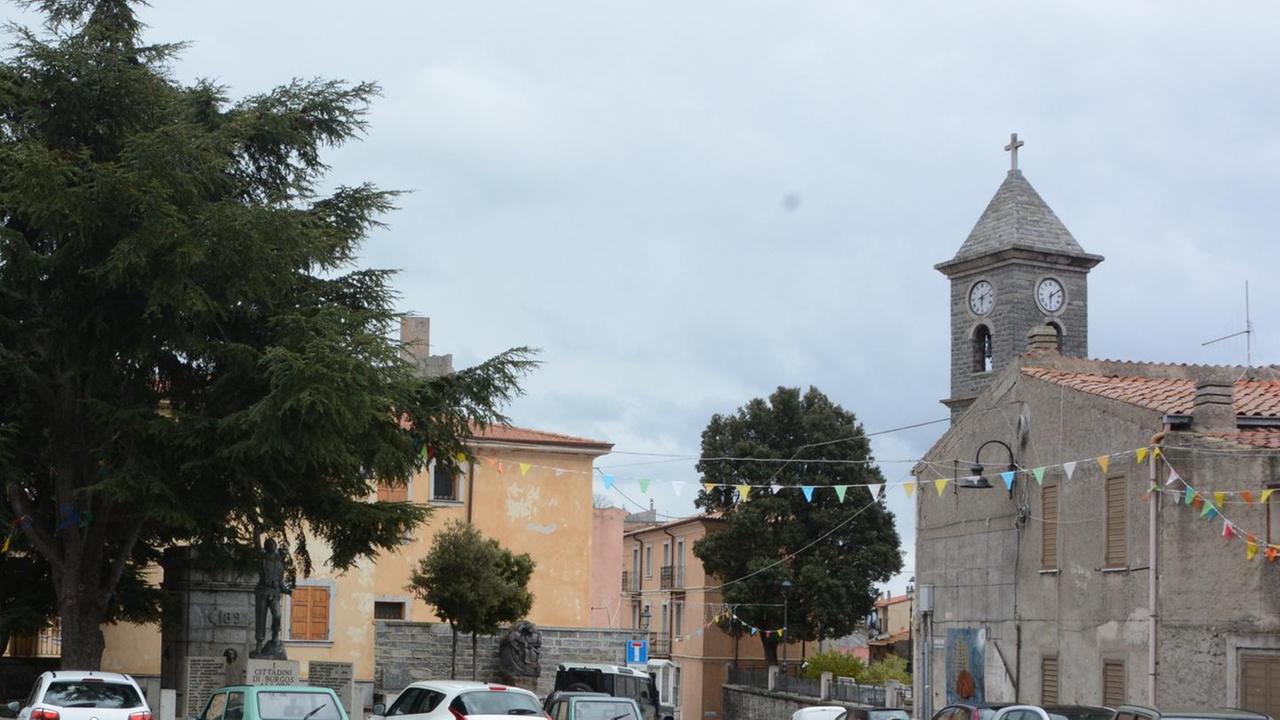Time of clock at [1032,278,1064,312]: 6:10
